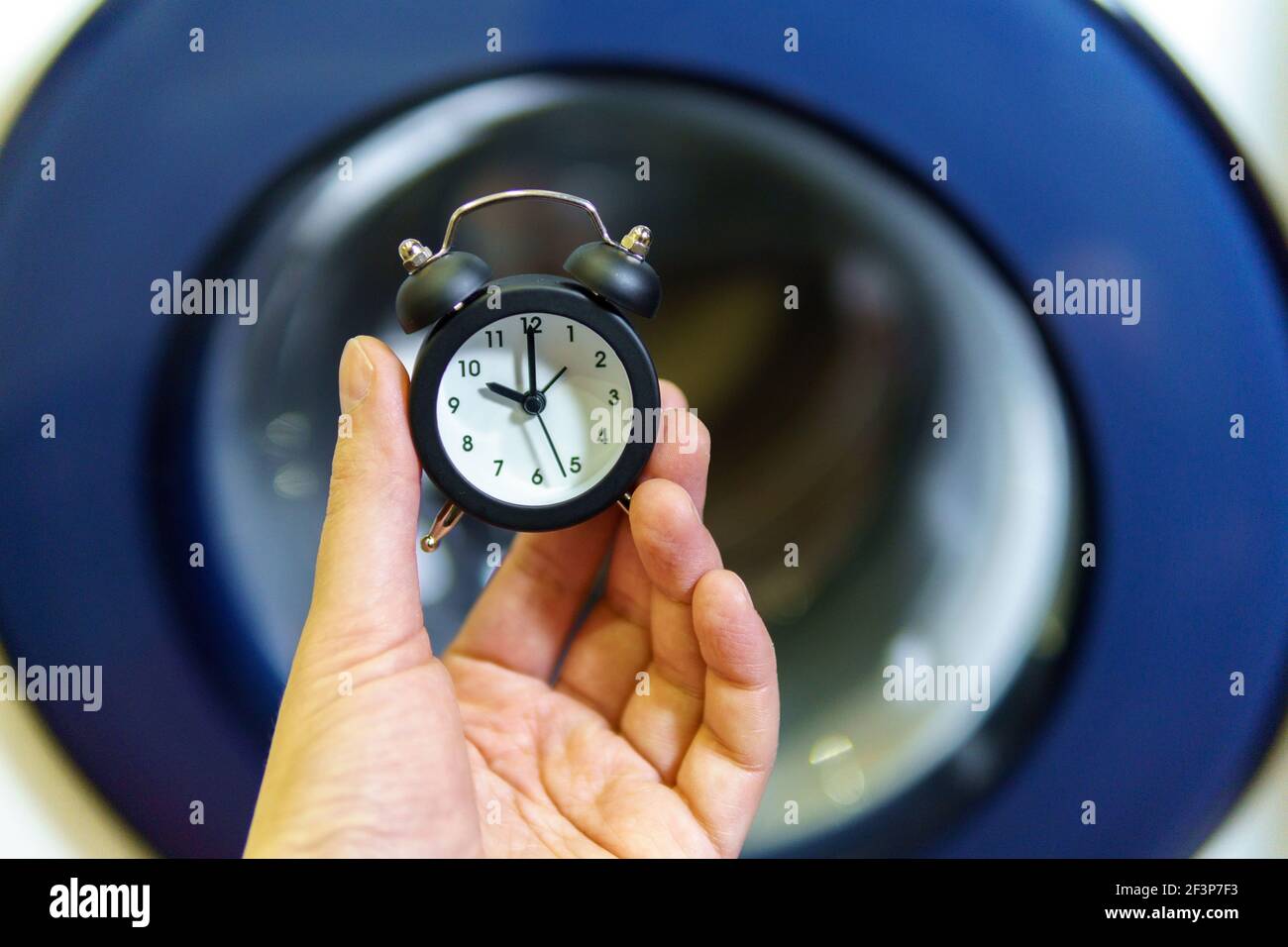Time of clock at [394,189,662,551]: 10:00
